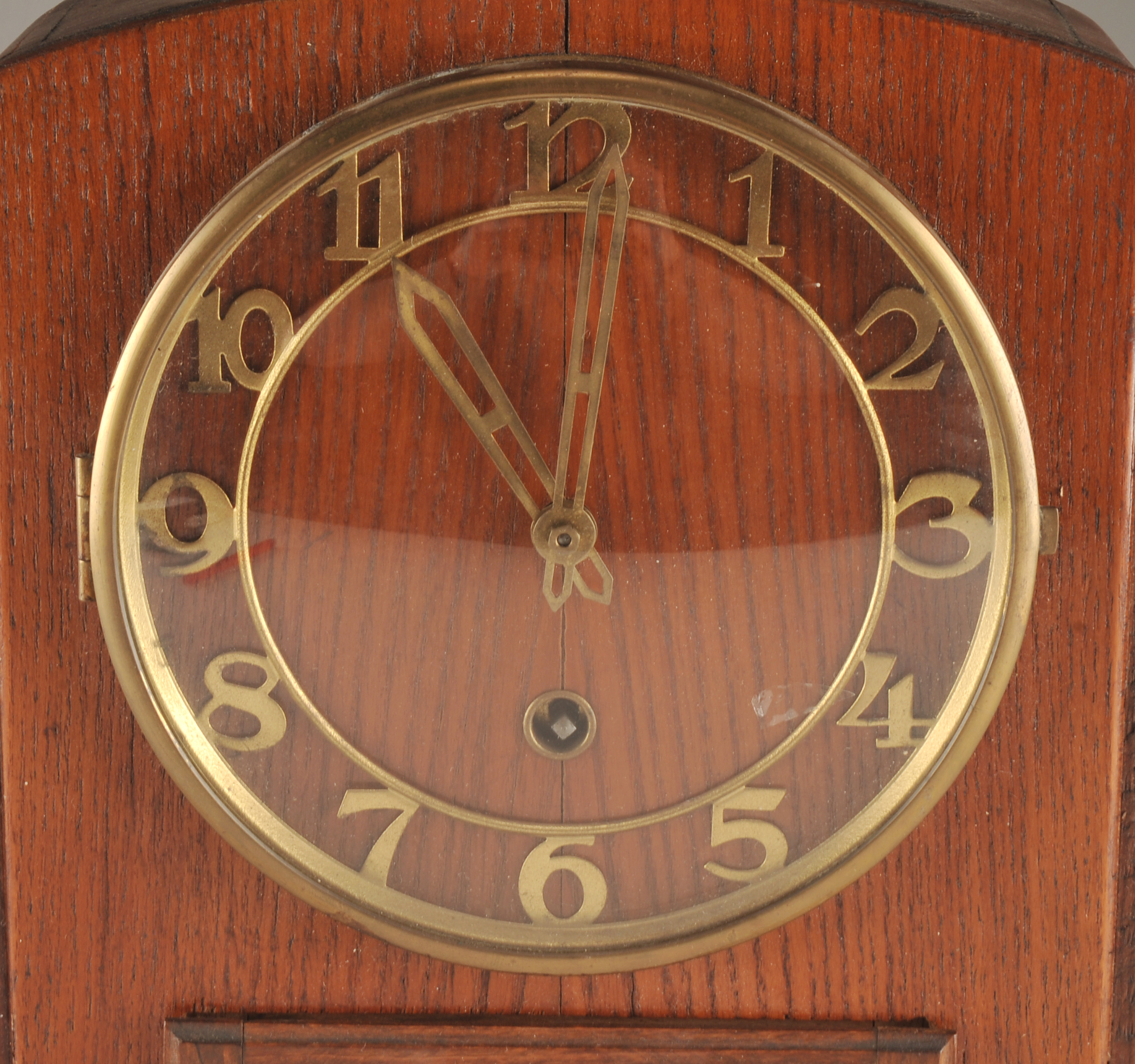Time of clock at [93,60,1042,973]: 11:01
